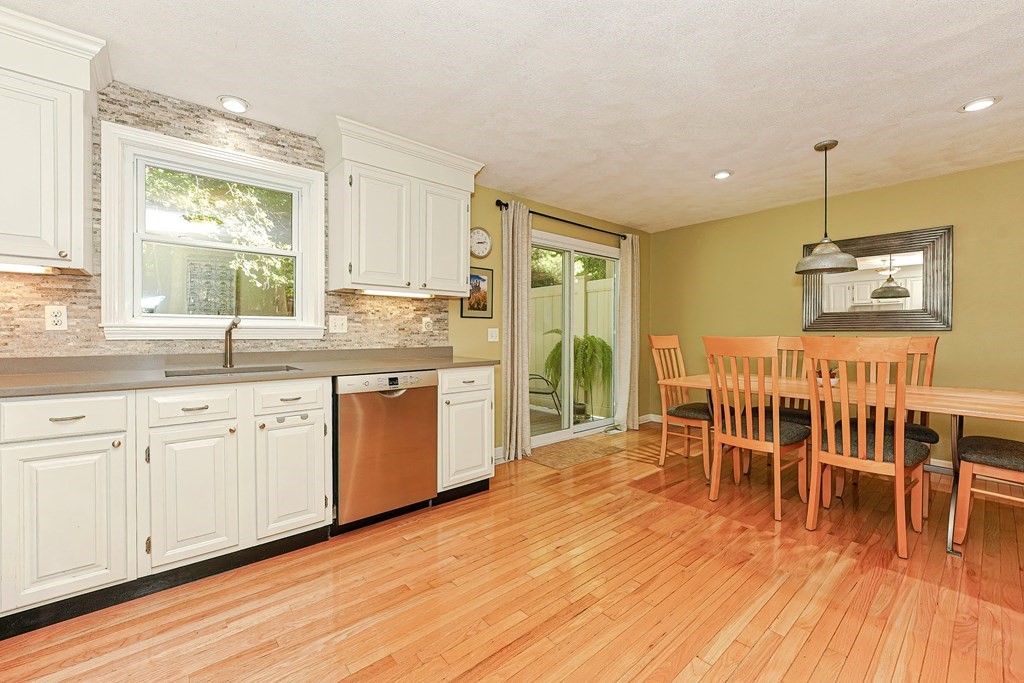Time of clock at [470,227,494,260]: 3:13
